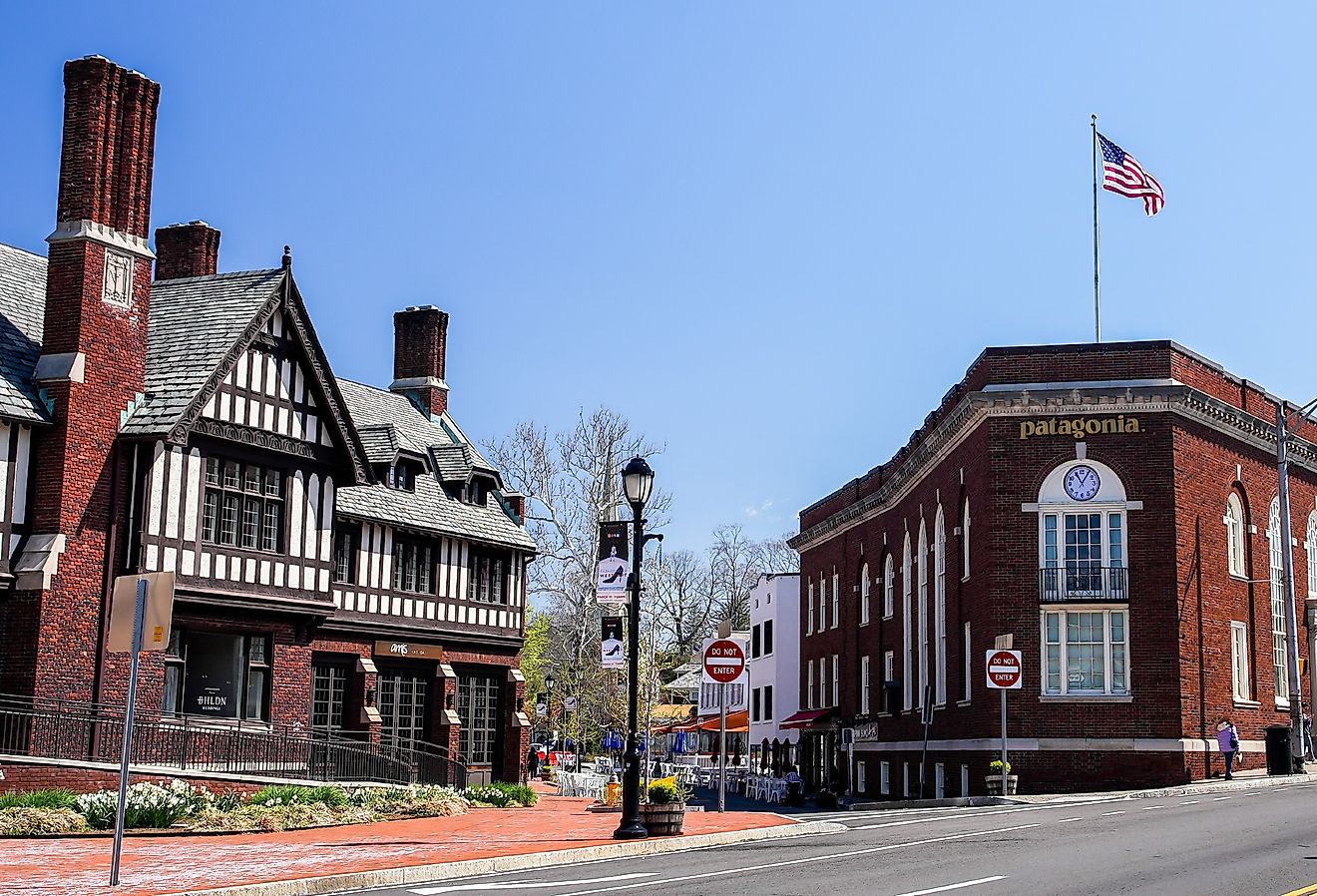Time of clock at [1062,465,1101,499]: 11:05
